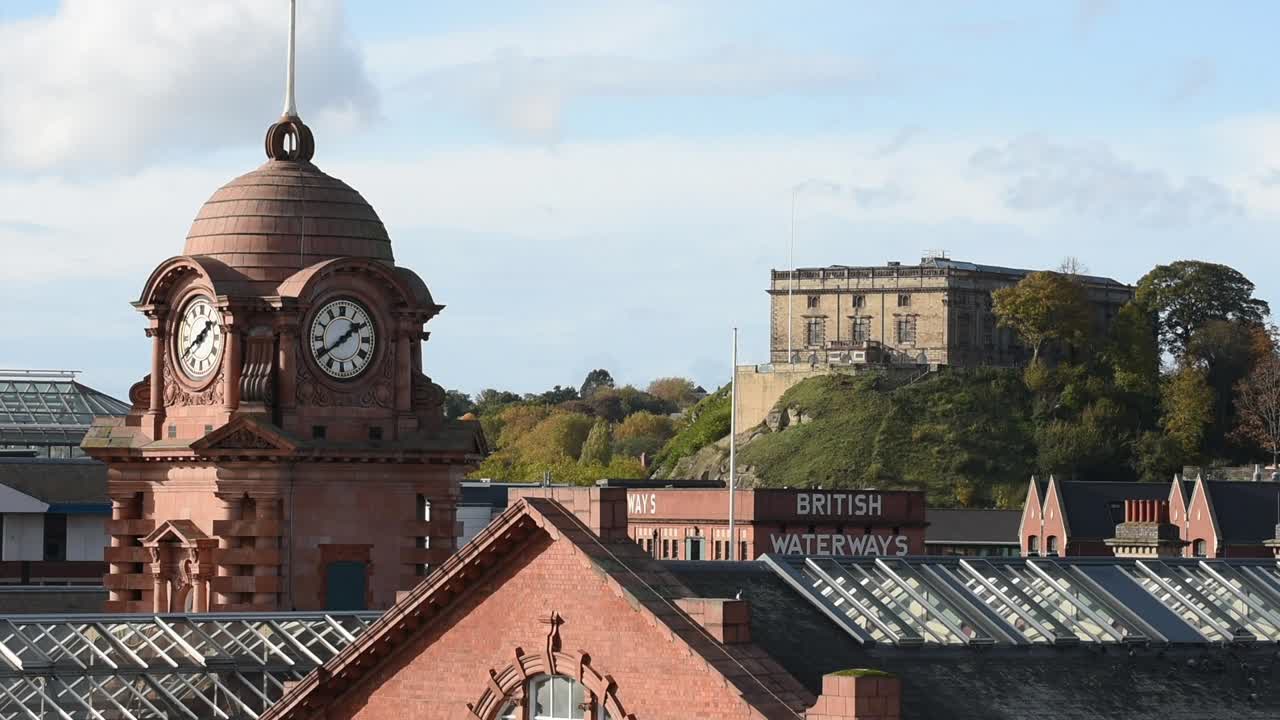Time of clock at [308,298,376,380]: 1:39
